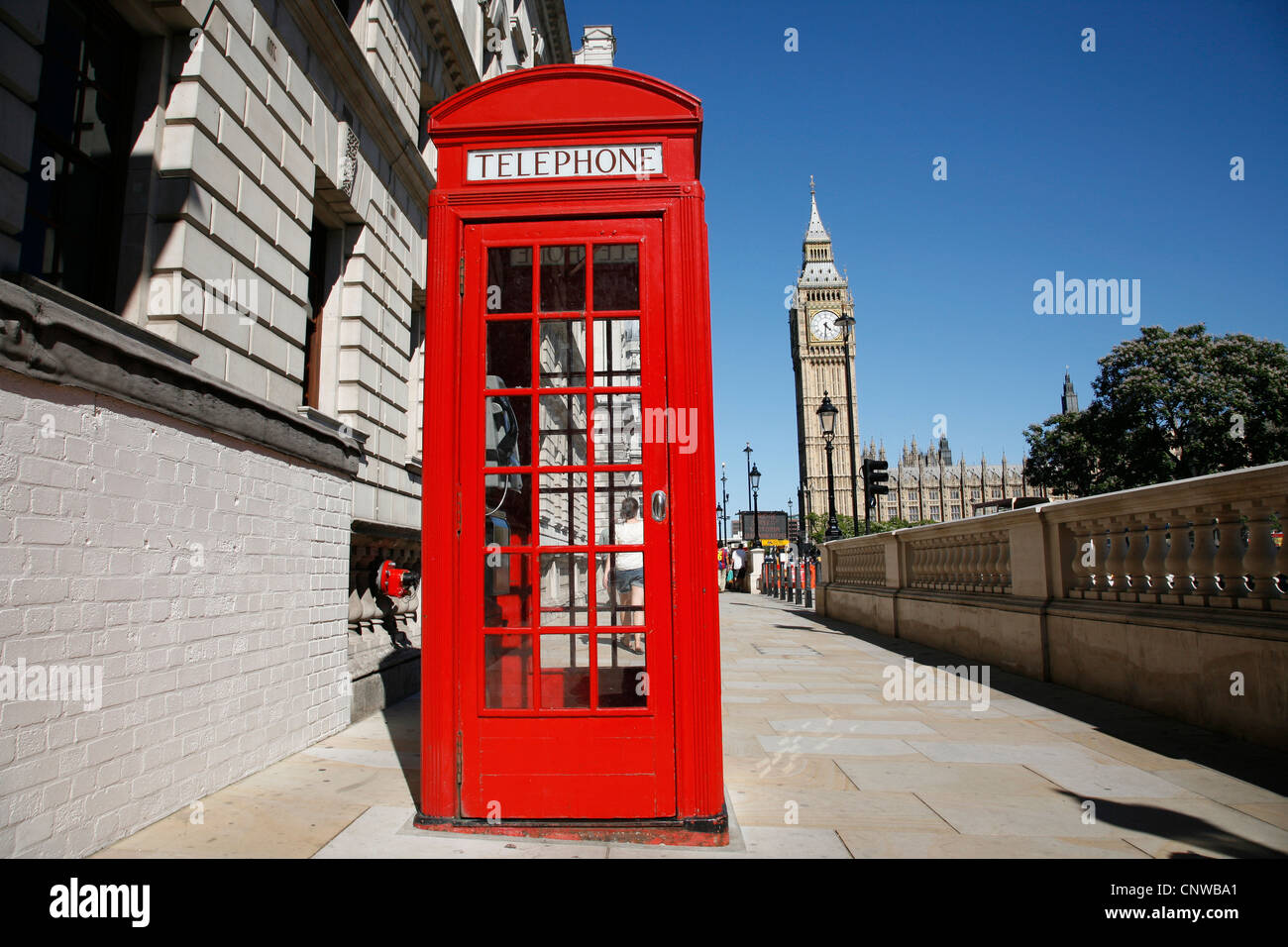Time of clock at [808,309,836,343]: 4:31
